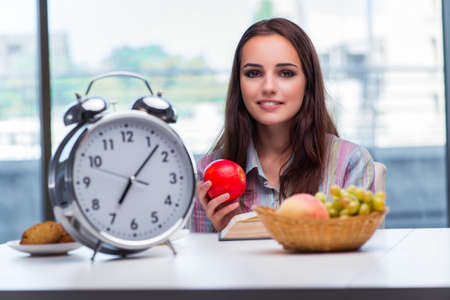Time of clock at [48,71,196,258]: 7:07
